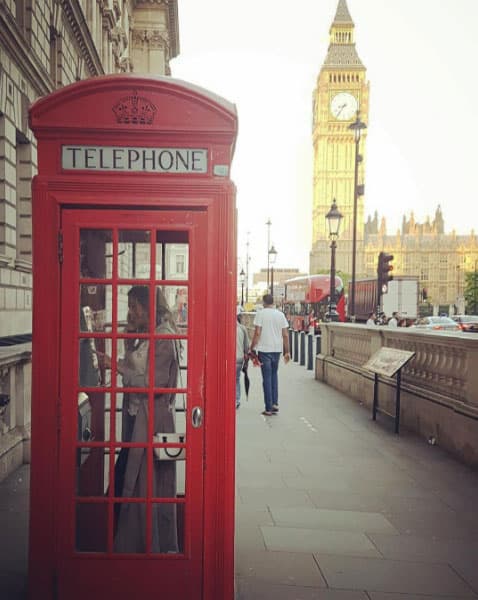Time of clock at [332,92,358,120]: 8:36
